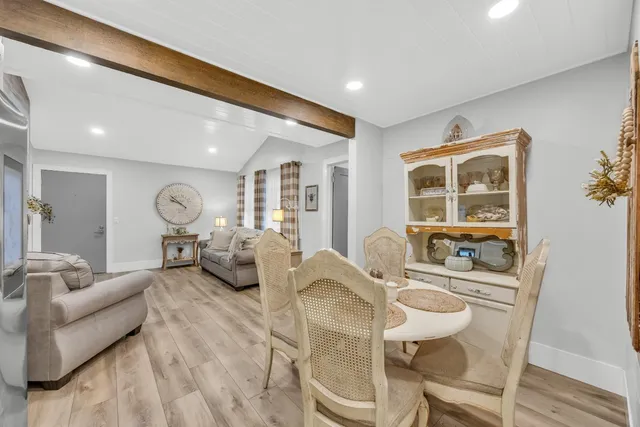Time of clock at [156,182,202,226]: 9:51
